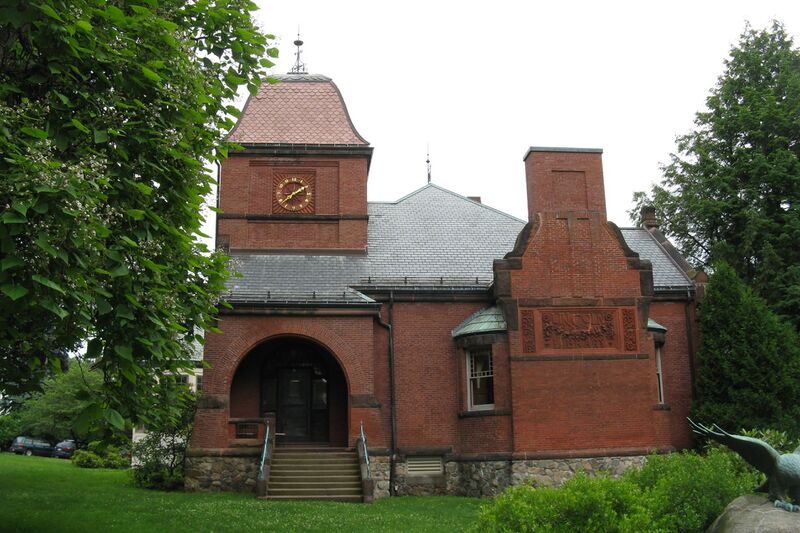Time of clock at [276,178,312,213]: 1:37
